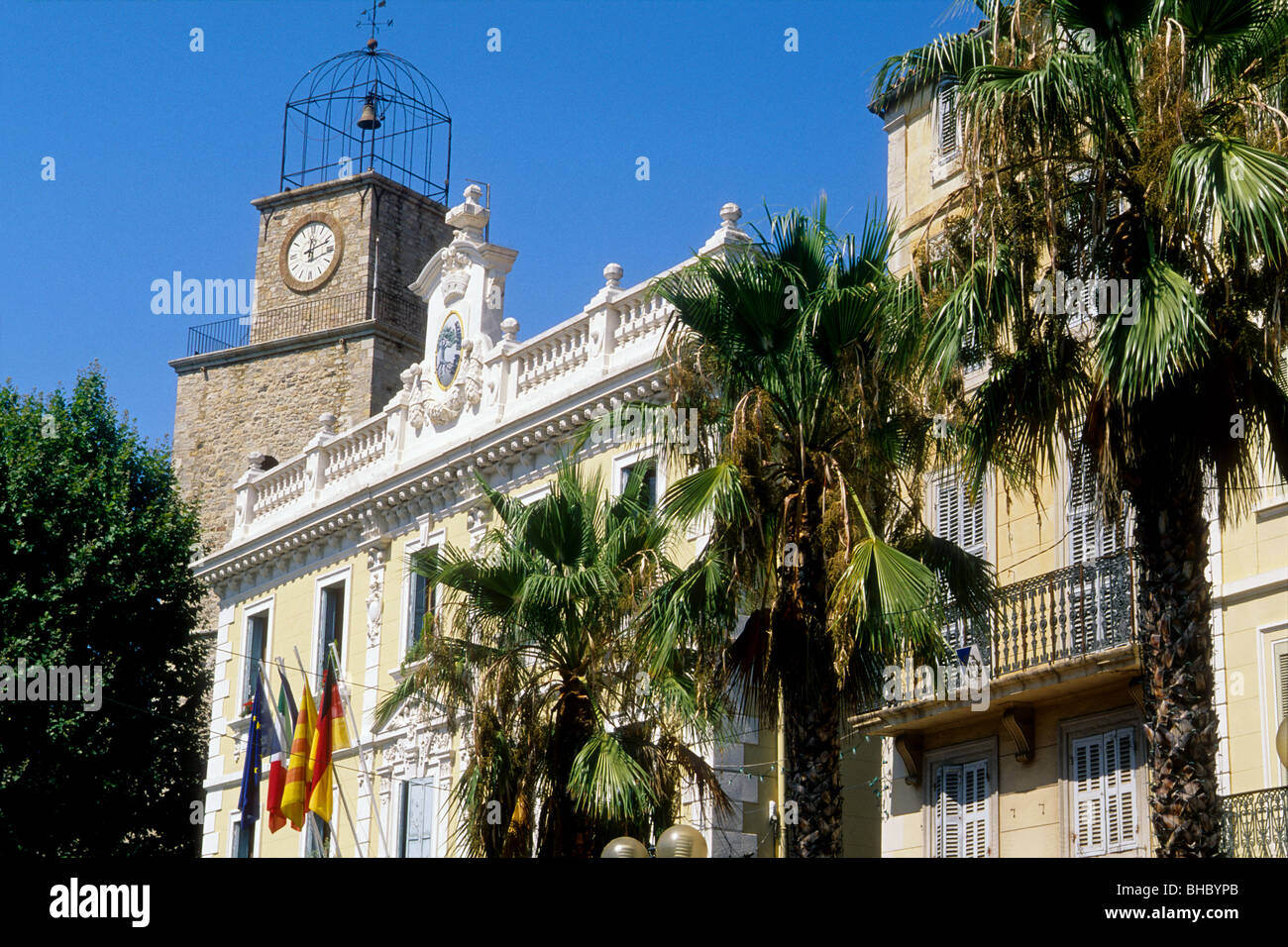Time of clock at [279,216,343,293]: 12:11
